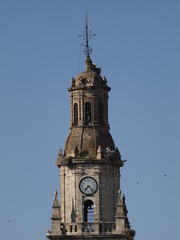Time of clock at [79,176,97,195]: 7:22
